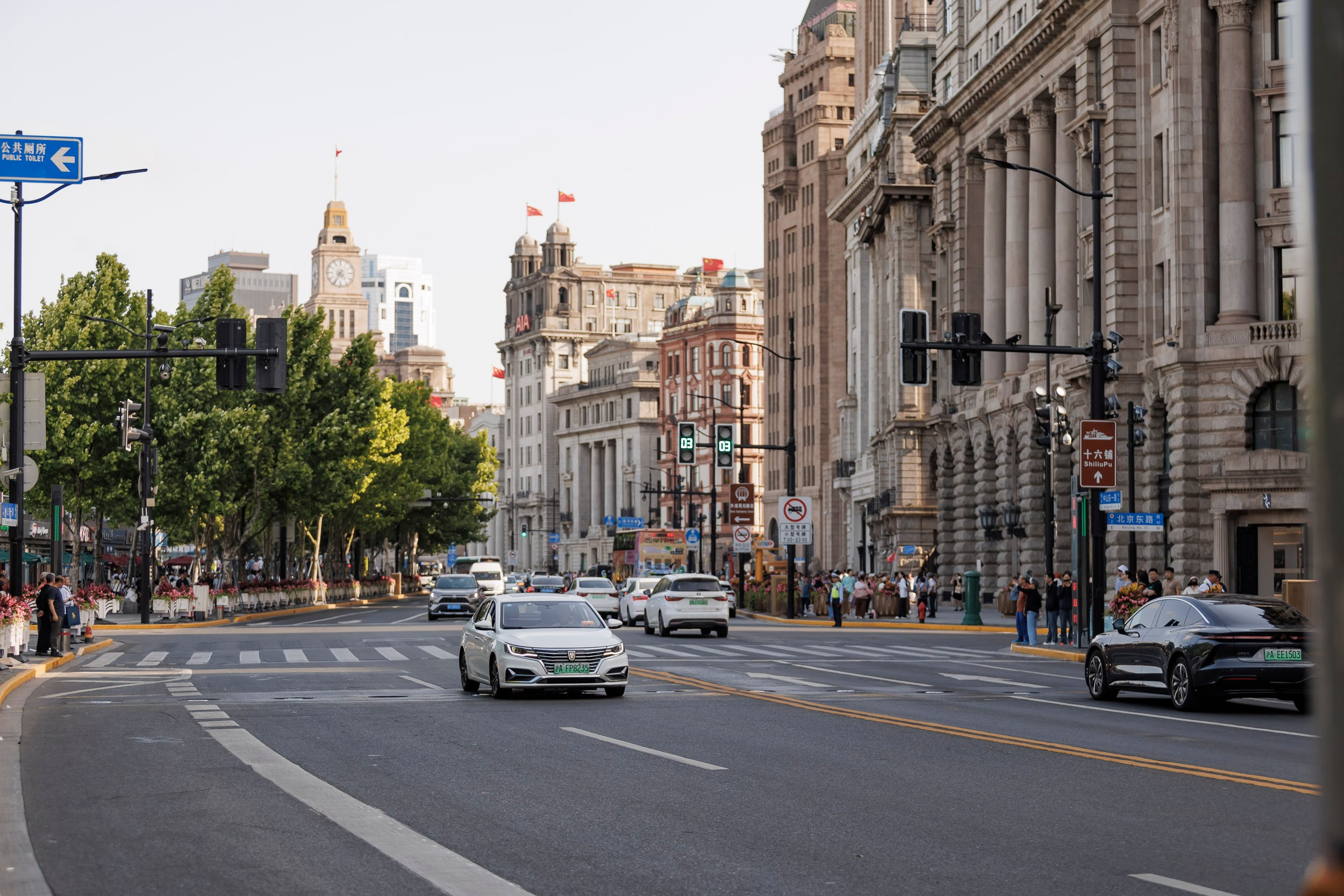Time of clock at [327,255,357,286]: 4:35
